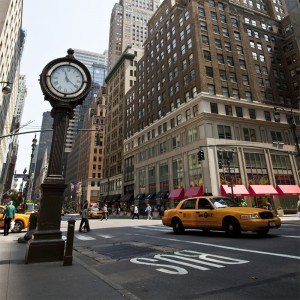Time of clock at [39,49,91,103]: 11:20
